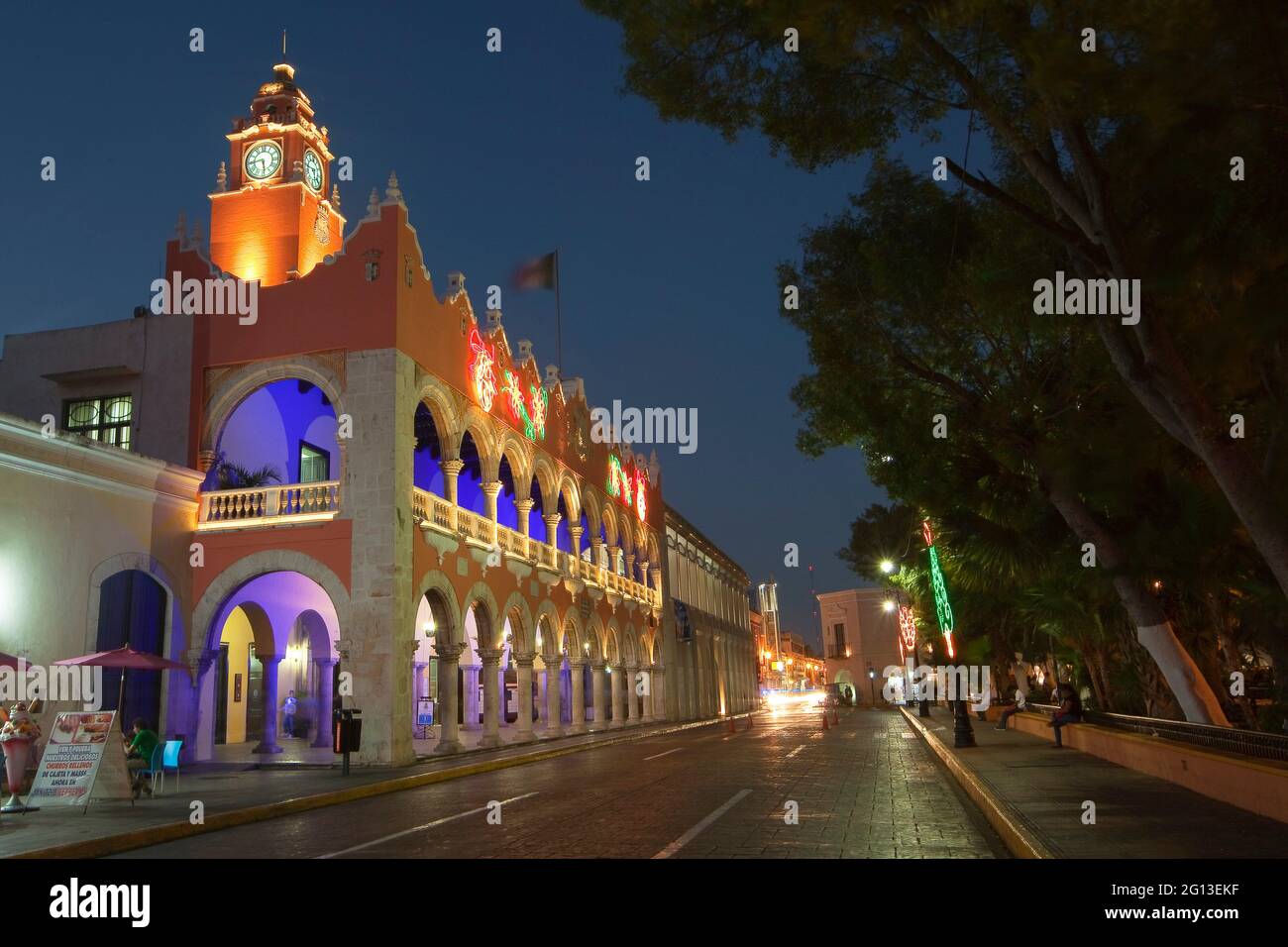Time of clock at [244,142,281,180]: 5:44
